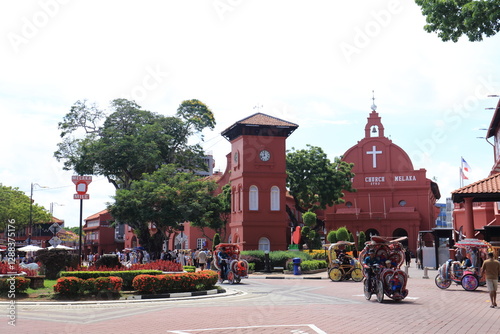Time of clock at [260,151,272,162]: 11:42
